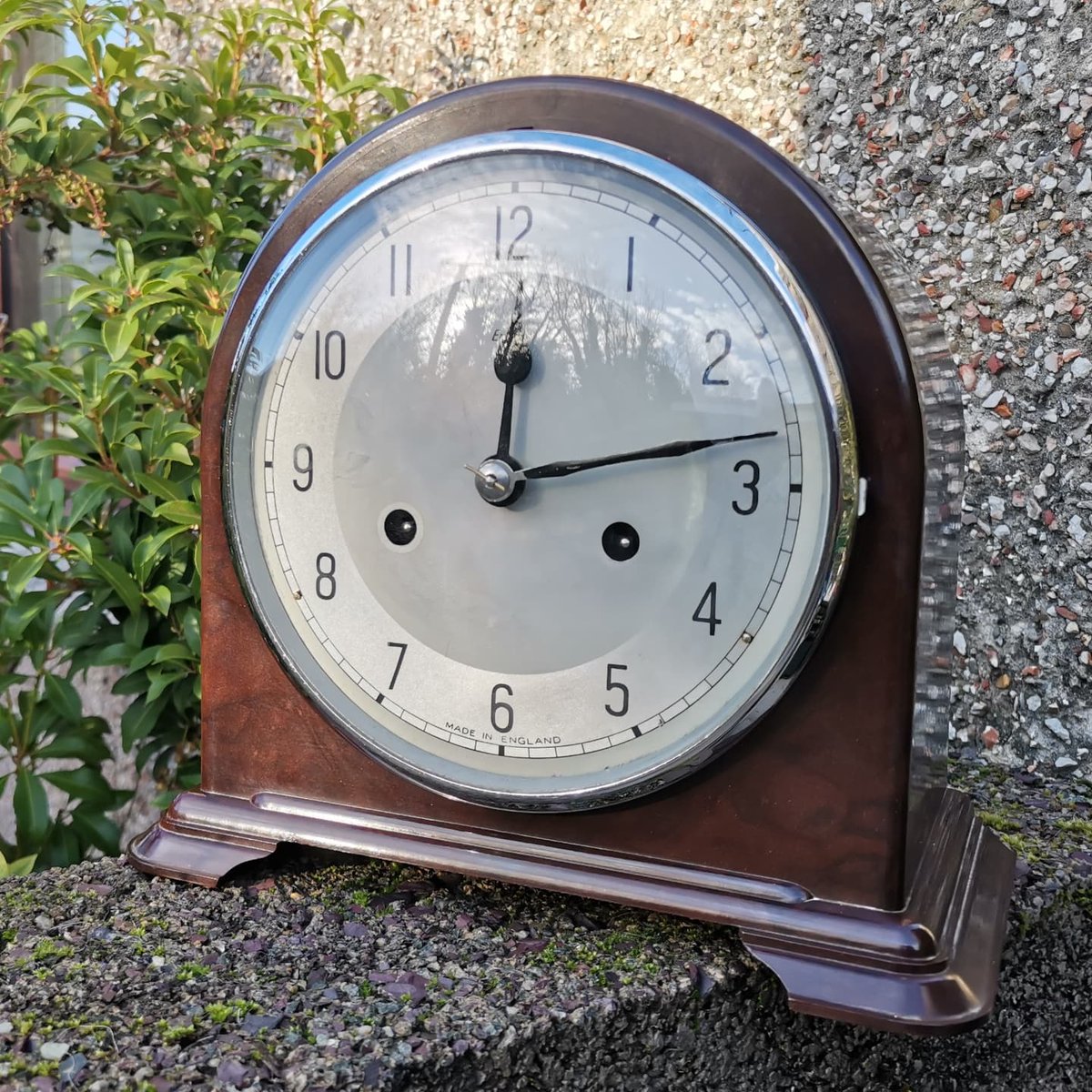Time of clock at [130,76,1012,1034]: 12:13
